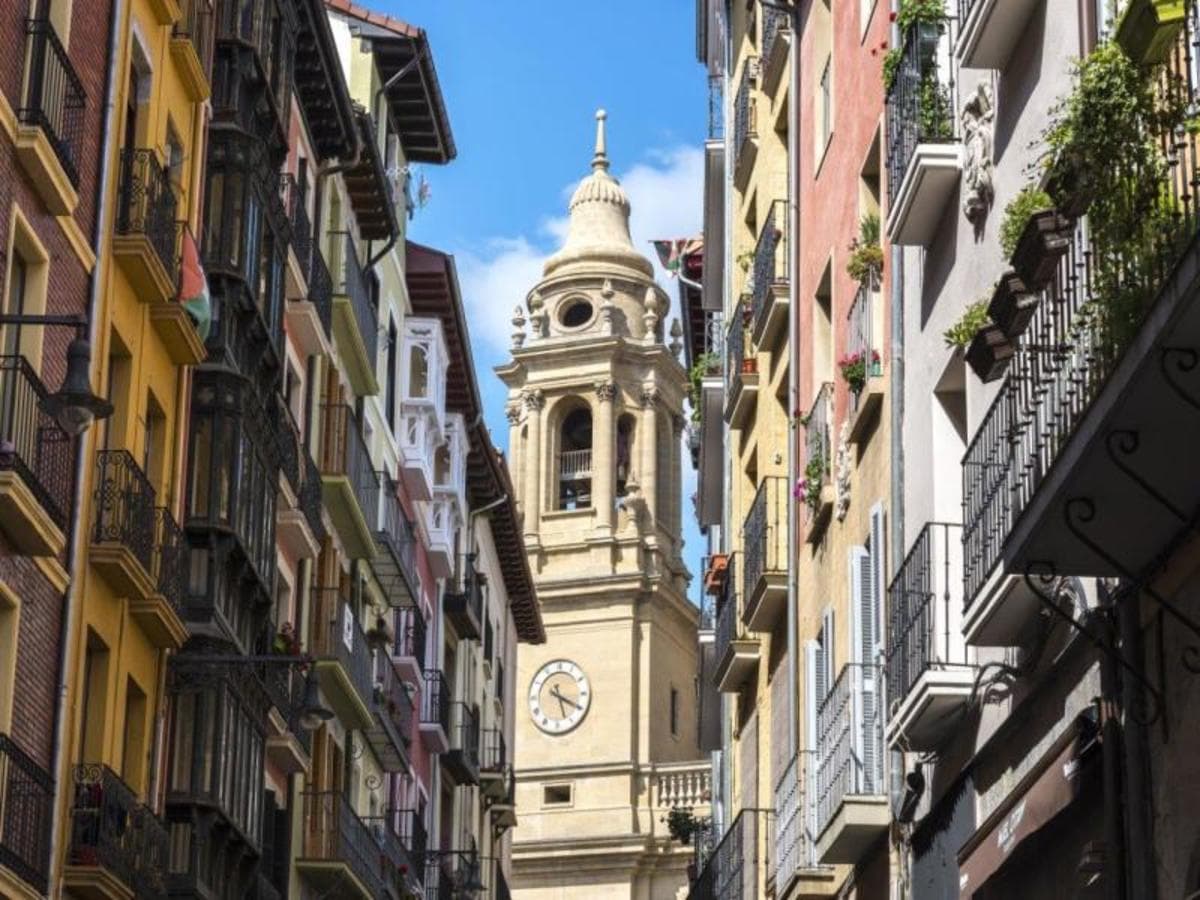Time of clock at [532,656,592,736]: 5:19
